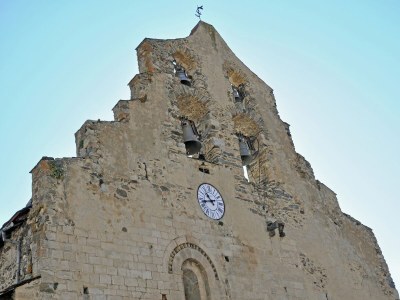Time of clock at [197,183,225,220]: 10:42
